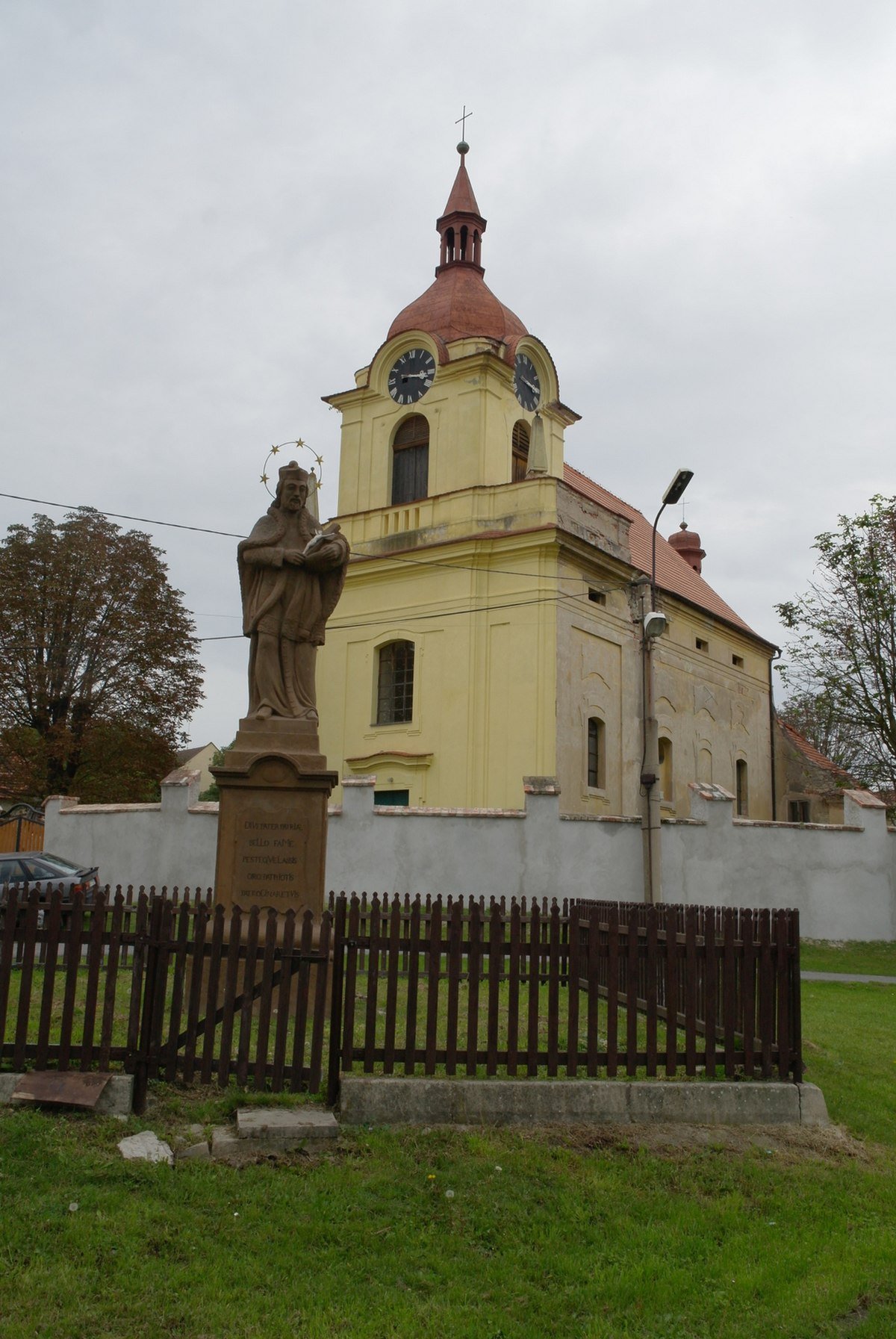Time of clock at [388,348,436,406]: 3:17
